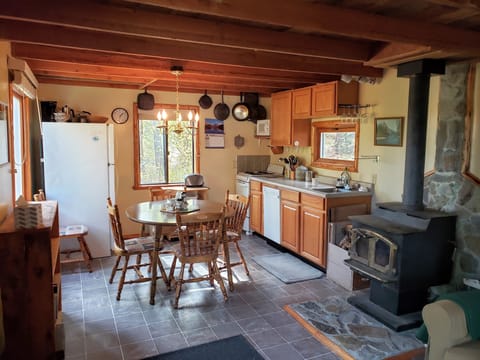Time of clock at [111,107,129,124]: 1:32
